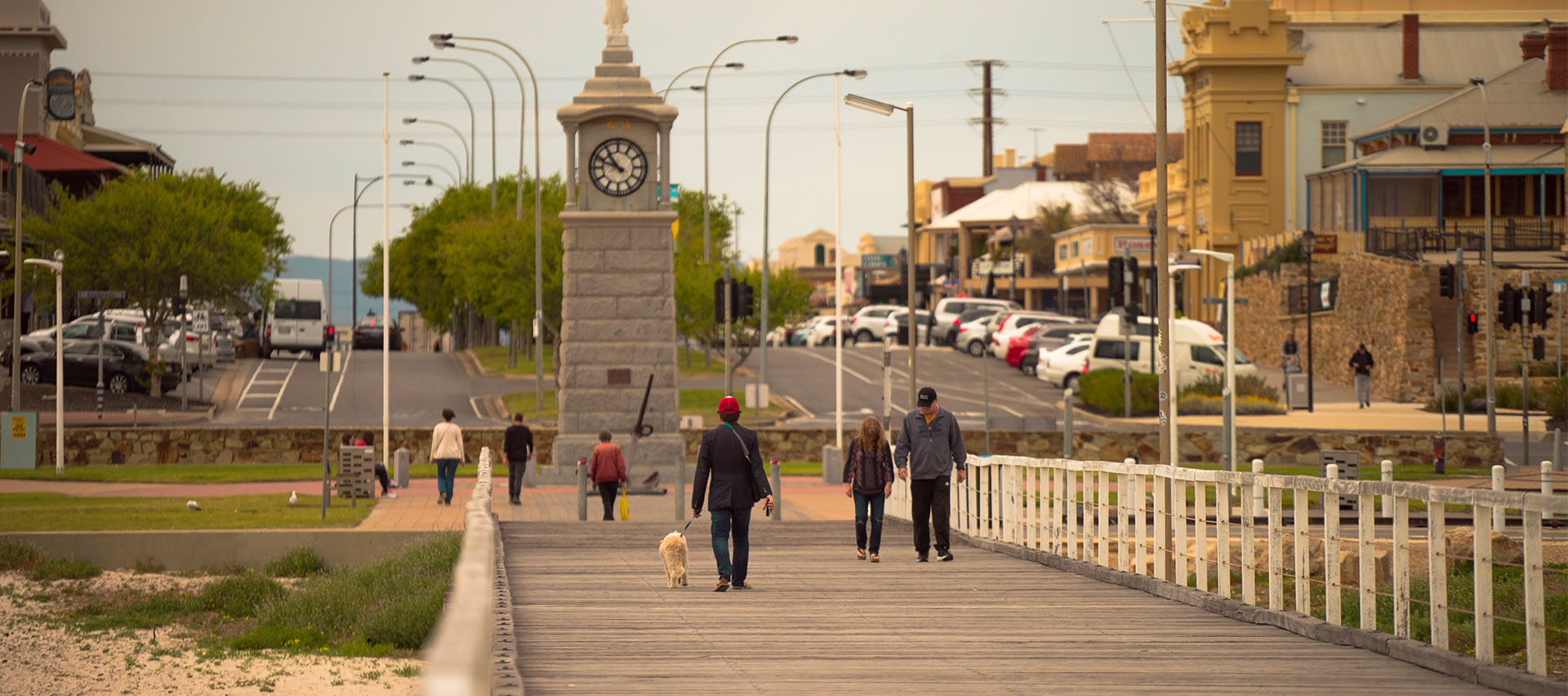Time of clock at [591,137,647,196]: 10:48
